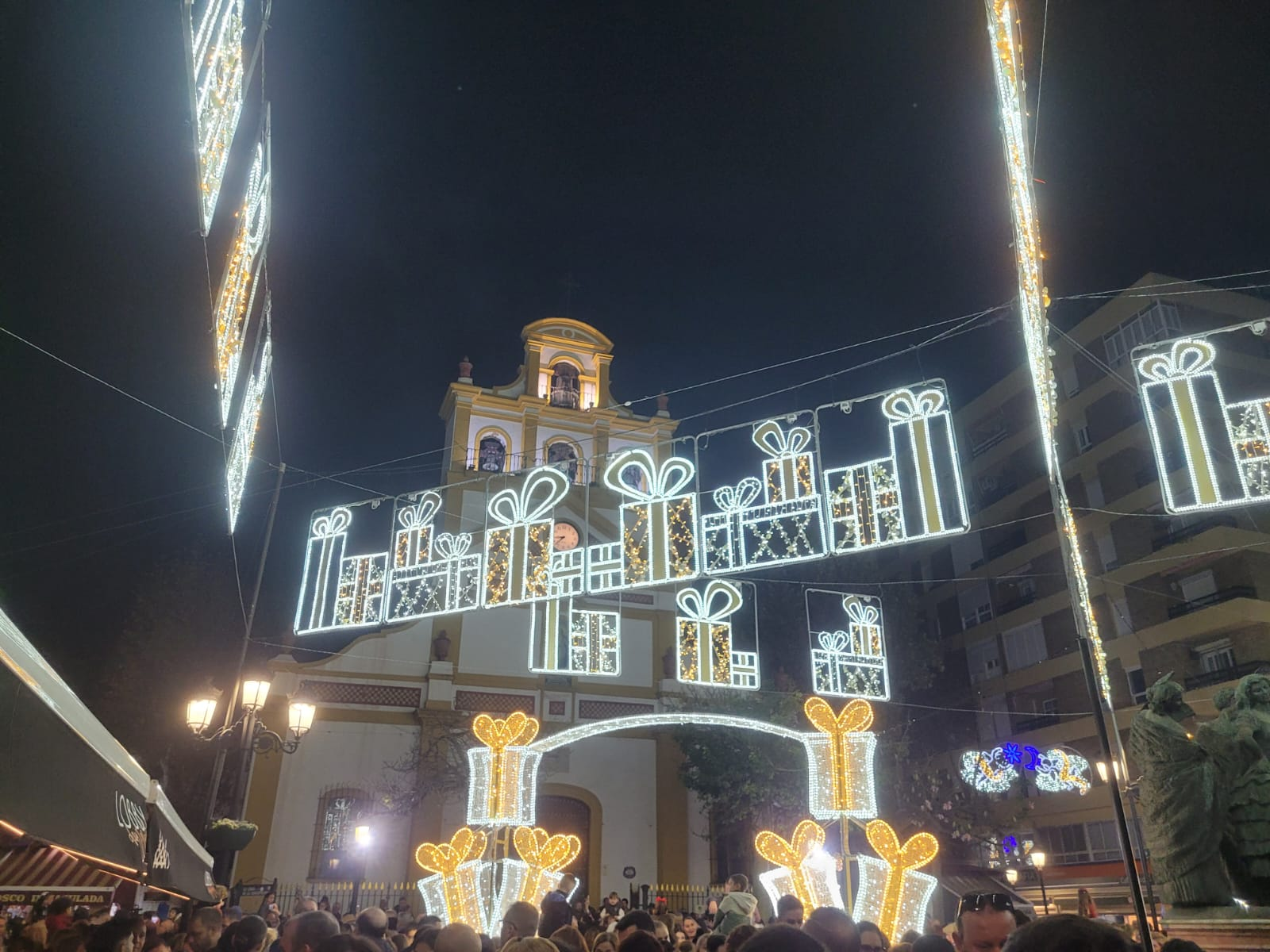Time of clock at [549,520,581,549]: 8:38
